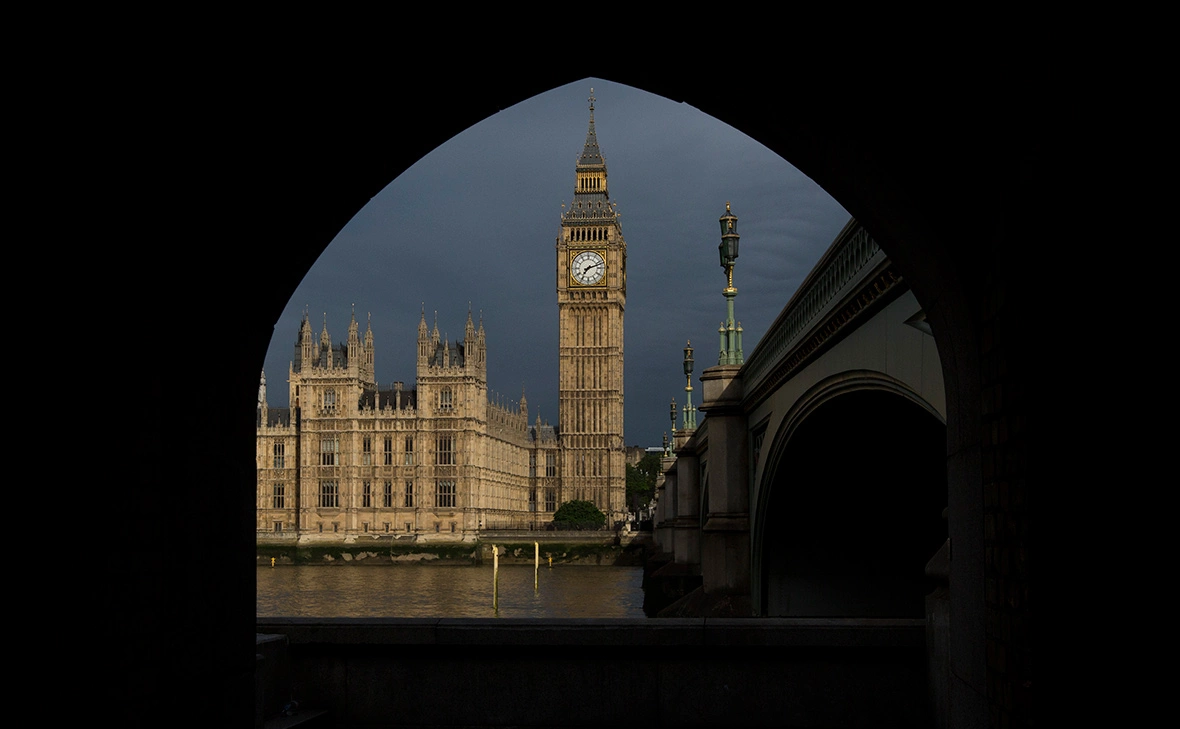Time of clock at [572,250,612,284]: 7:12
